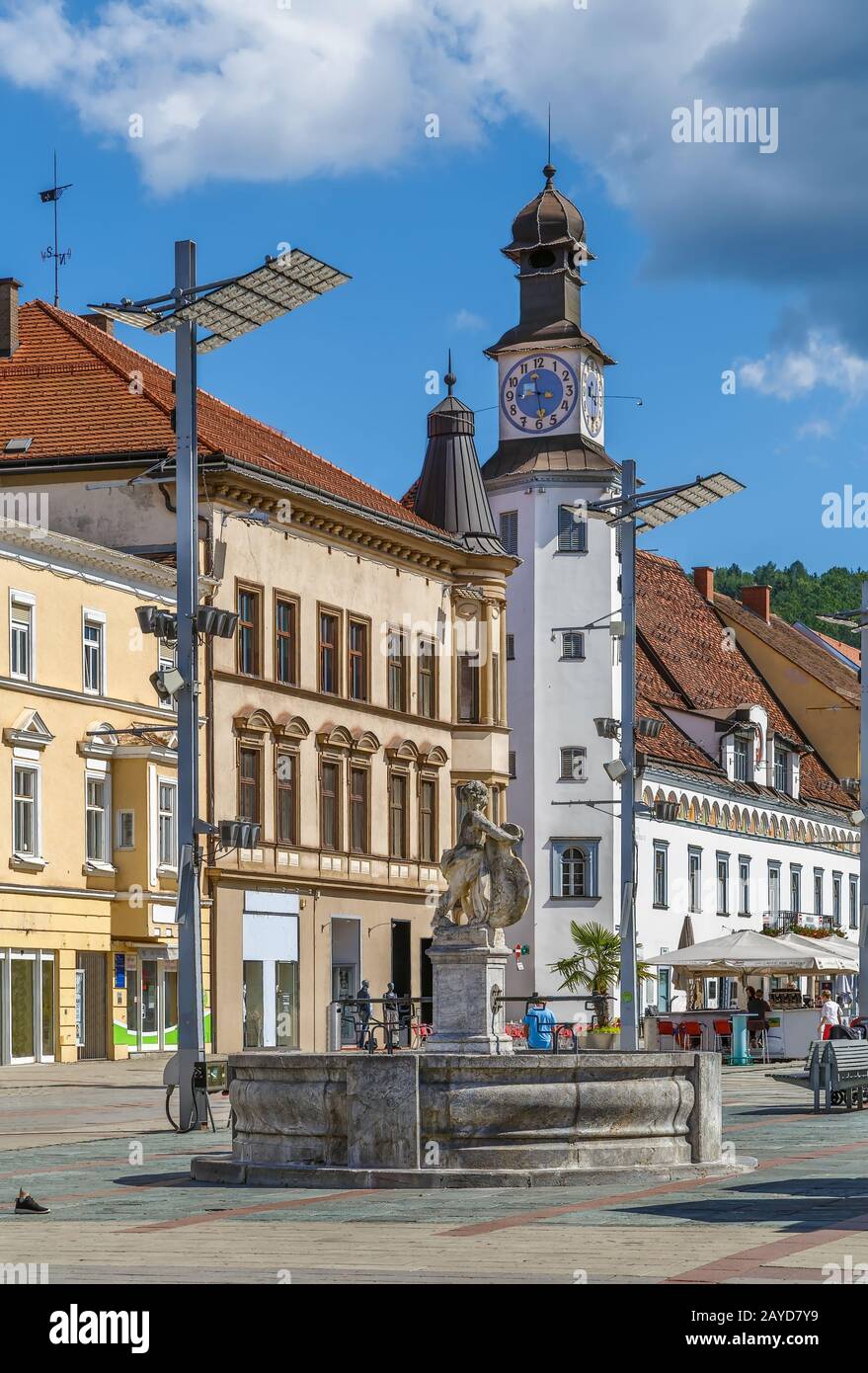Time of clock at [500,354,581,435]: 3:28
